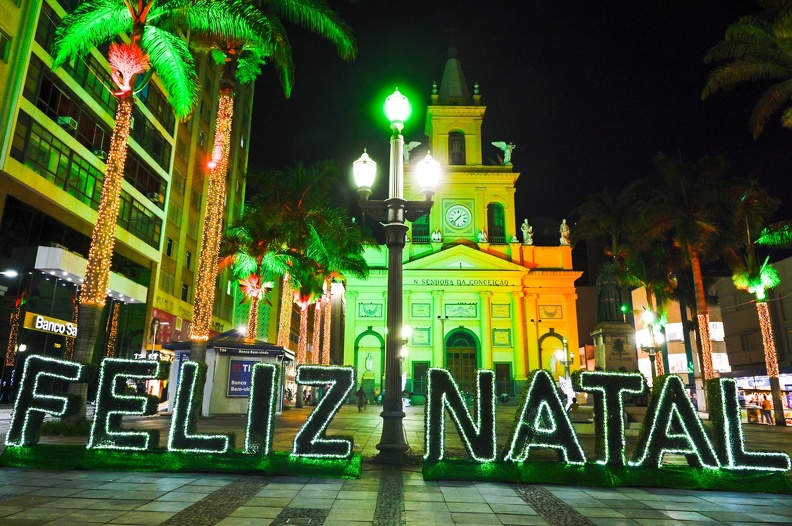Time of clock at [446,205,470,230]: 1:37
